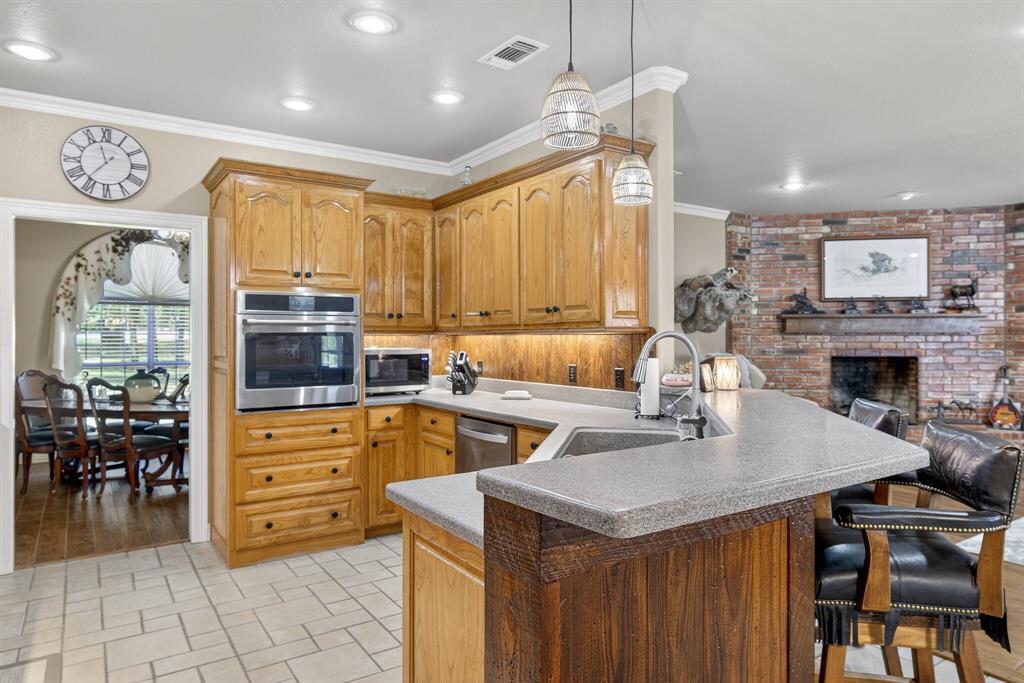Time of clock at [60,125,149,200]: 11:36
